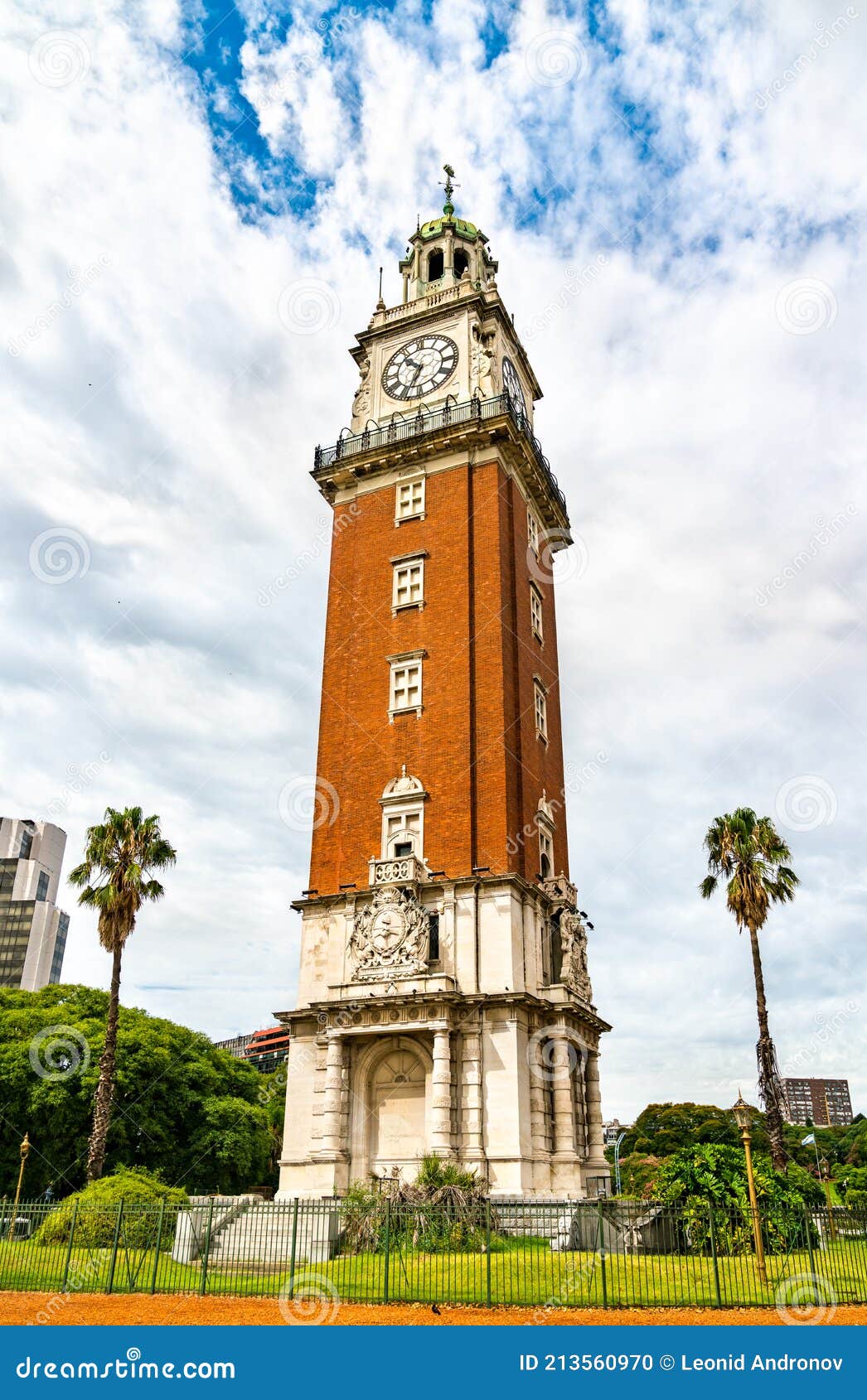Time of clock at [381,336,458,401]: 10:34
